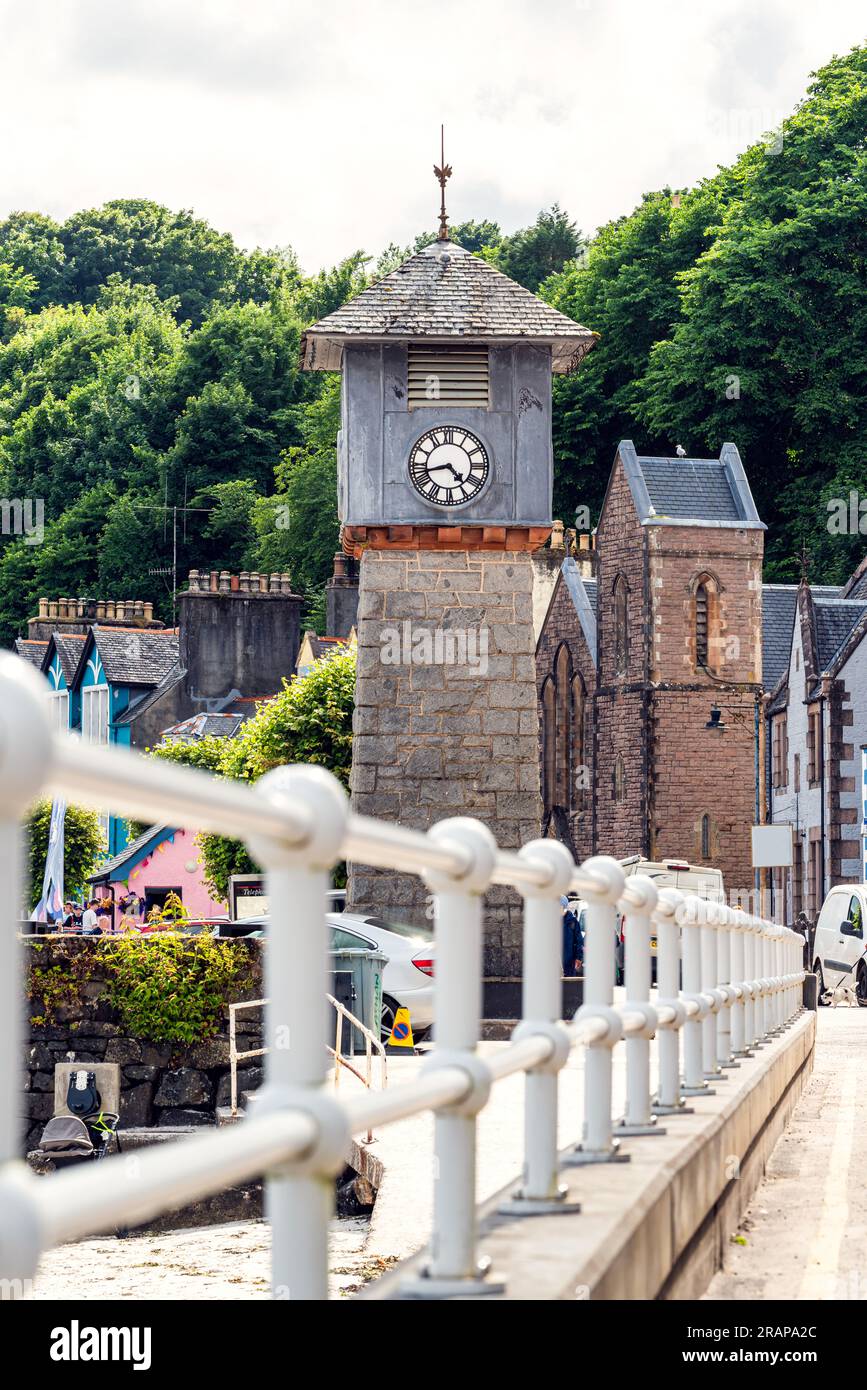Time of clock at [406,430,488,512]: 4:42
